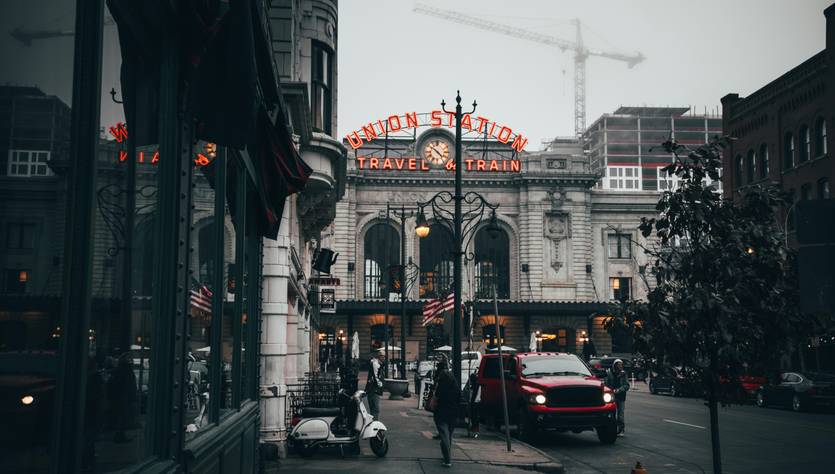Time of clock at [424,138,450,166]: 4:50
